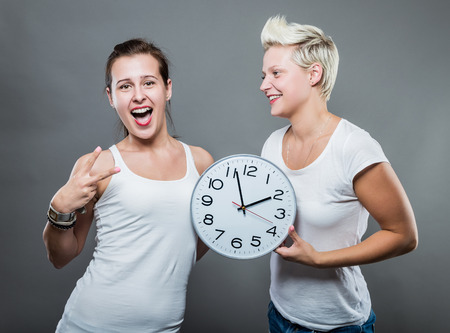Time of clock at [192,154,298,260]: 1:56
